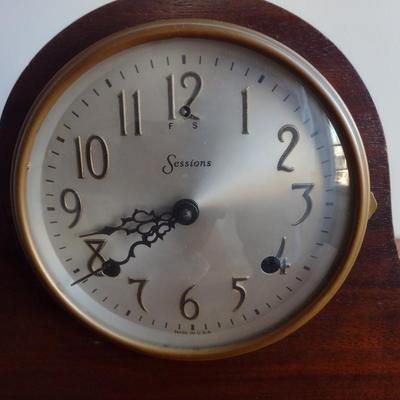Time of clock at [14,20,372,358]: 7:42
